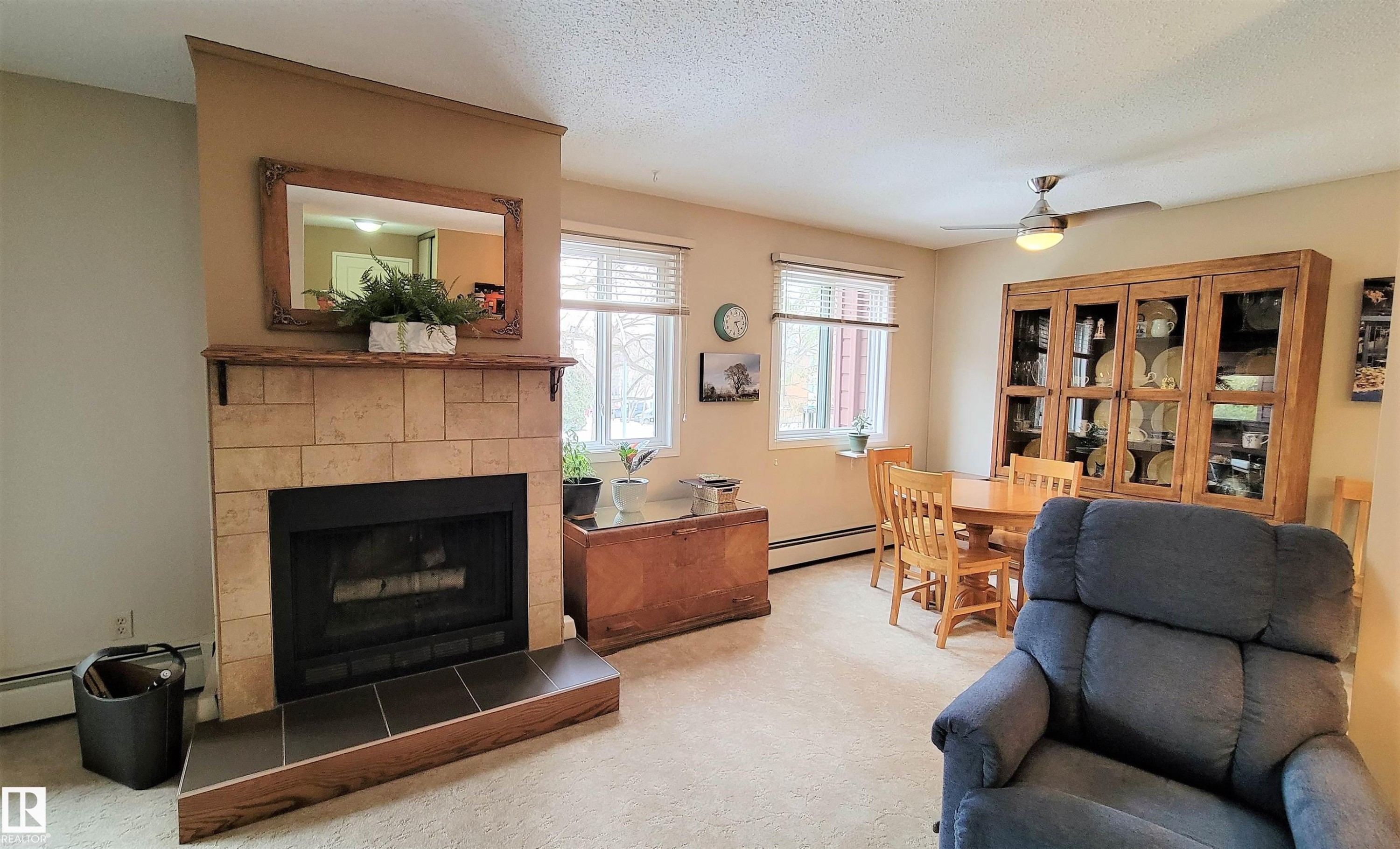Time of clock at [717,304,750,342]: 2:23
